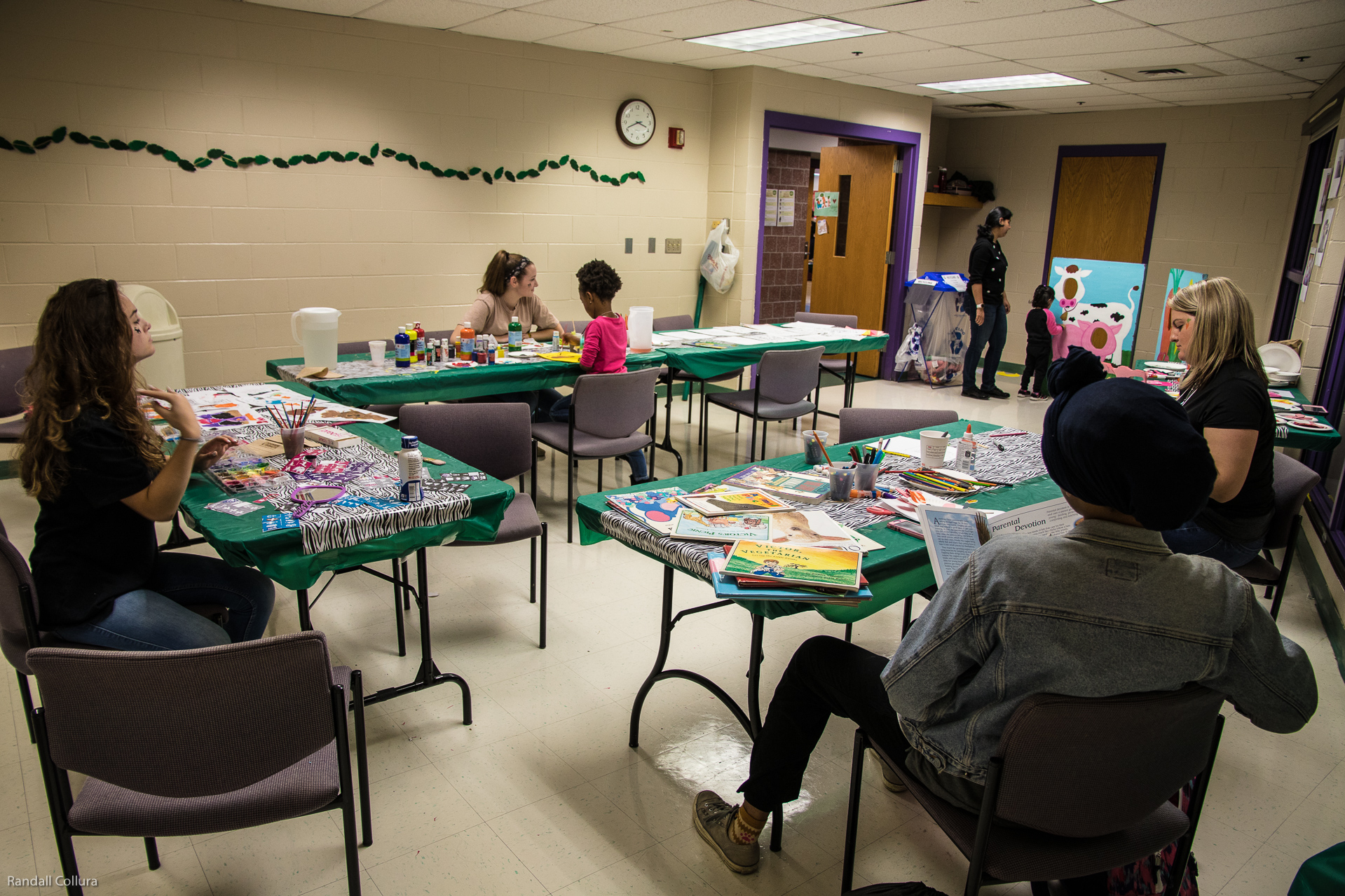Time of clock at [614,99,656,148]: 3:41
